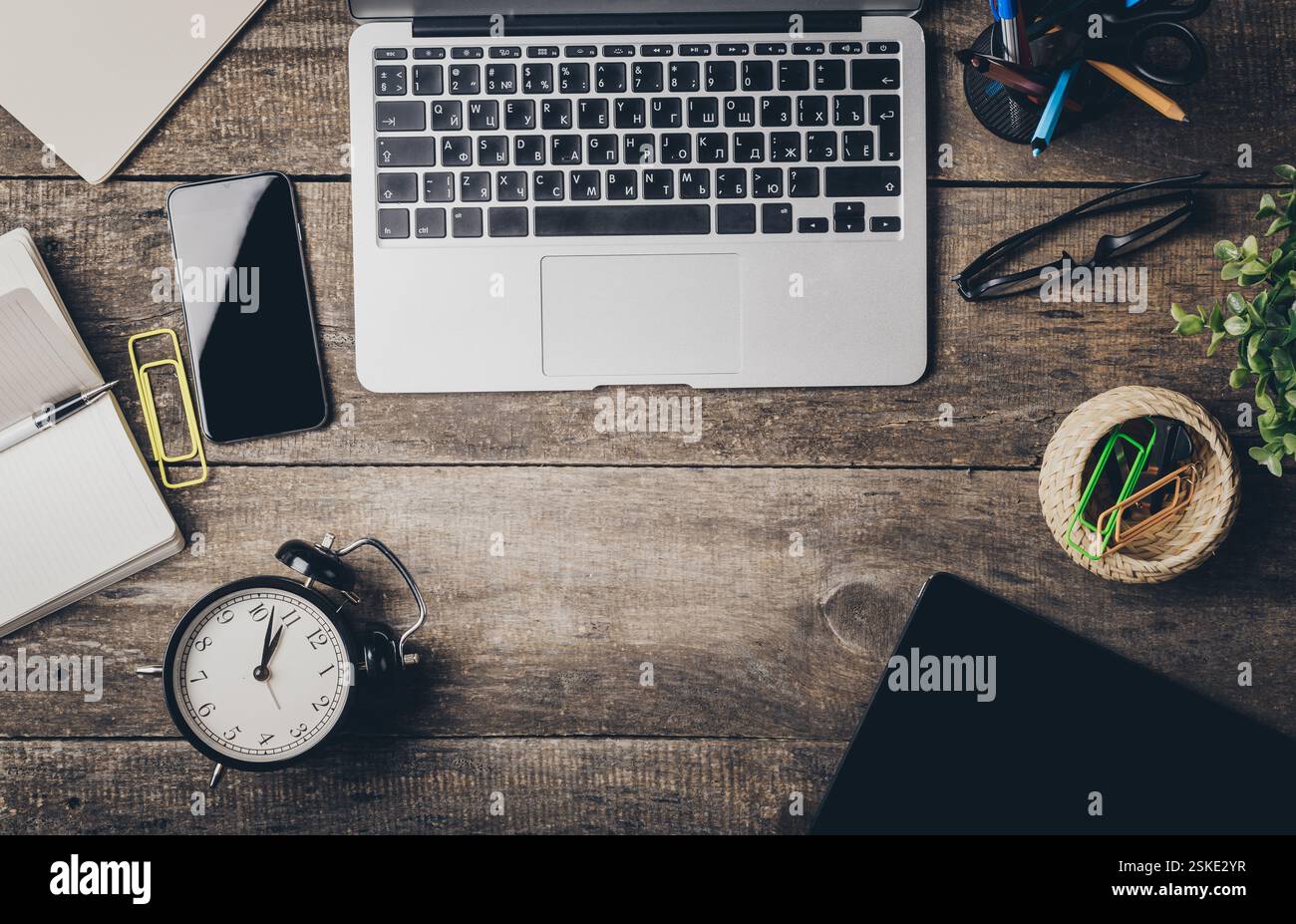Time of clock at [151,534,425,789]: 1:02
